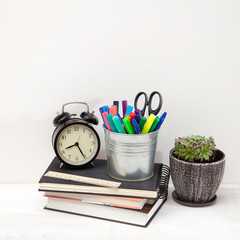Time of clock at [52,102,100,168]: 8:25
